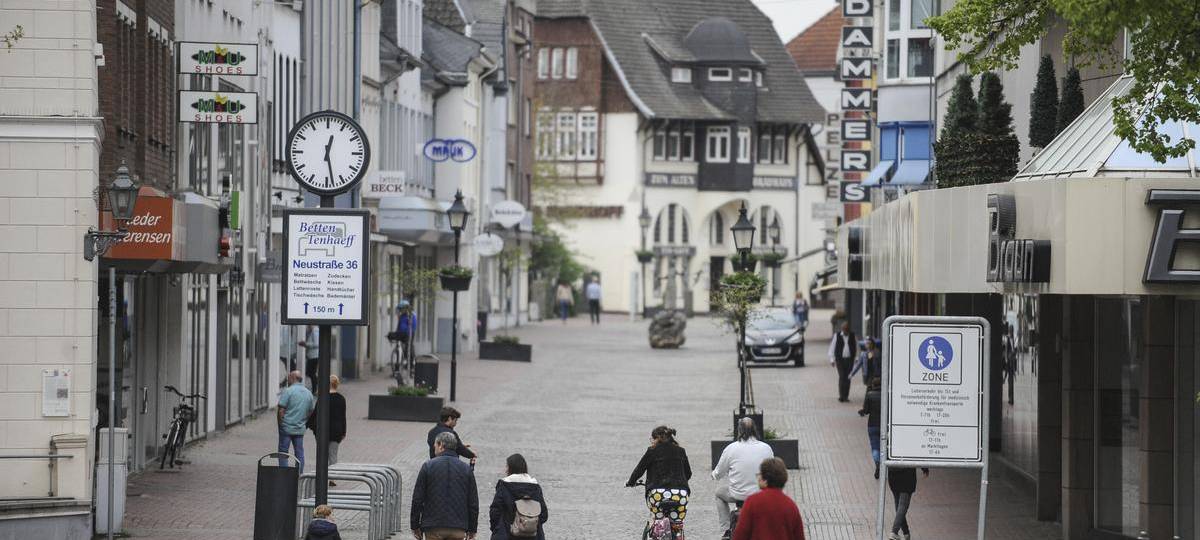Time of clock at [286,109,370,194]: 12:28
